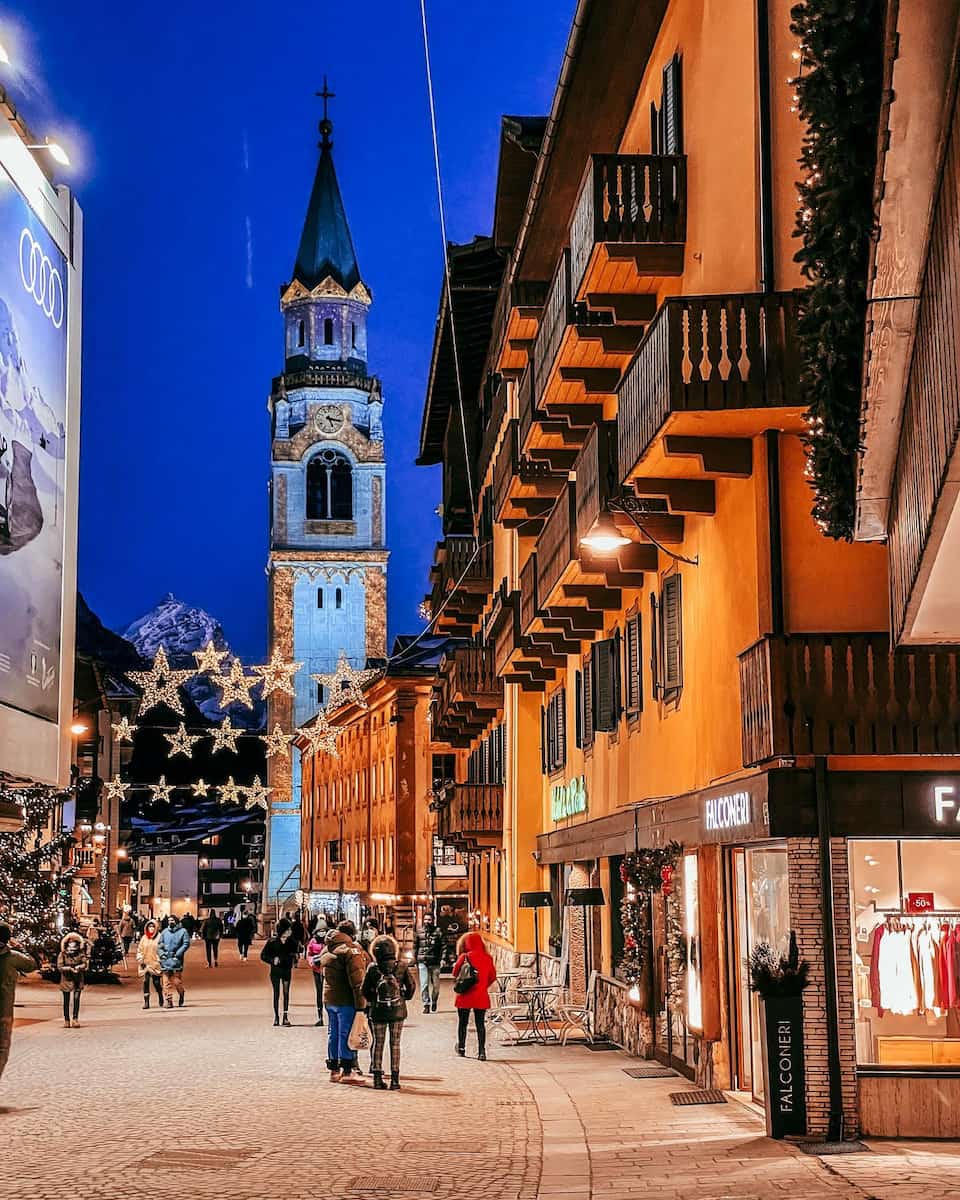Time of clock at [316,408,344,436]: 5:16
